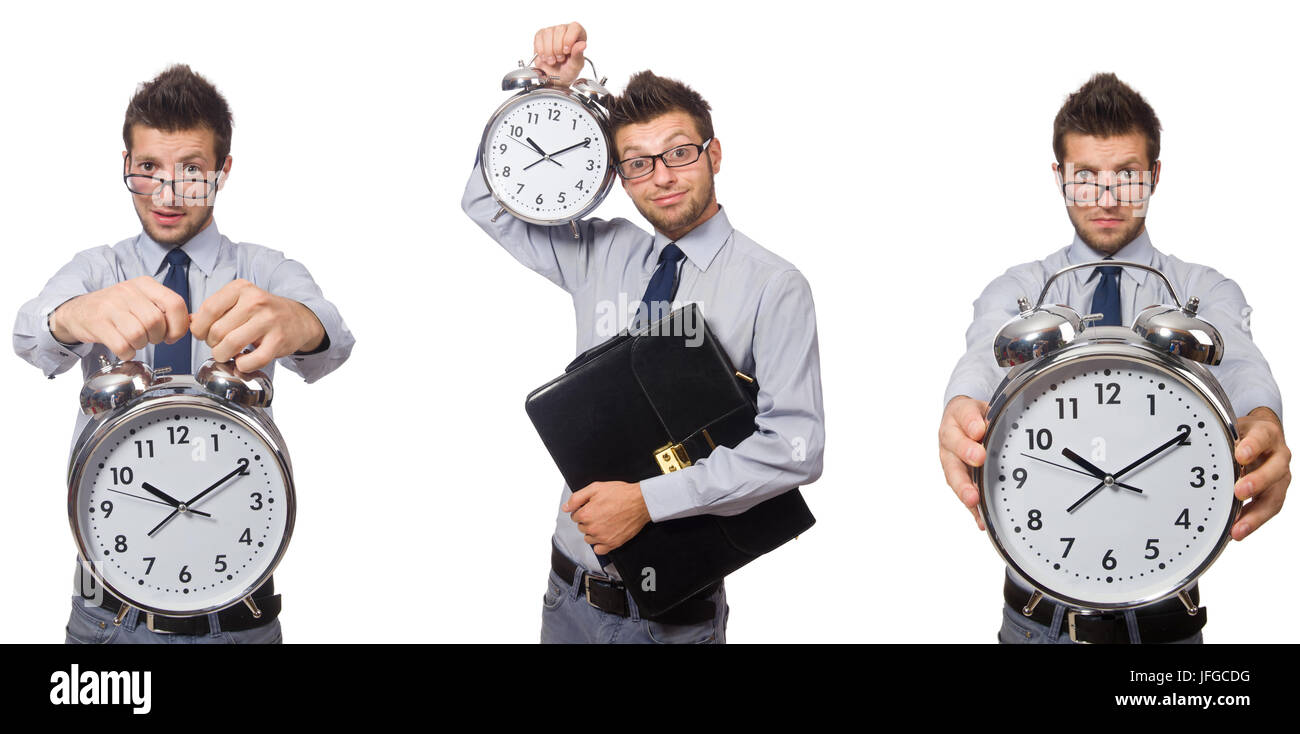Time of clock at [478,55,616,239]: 10:10
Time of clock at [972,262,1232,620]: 10:10
